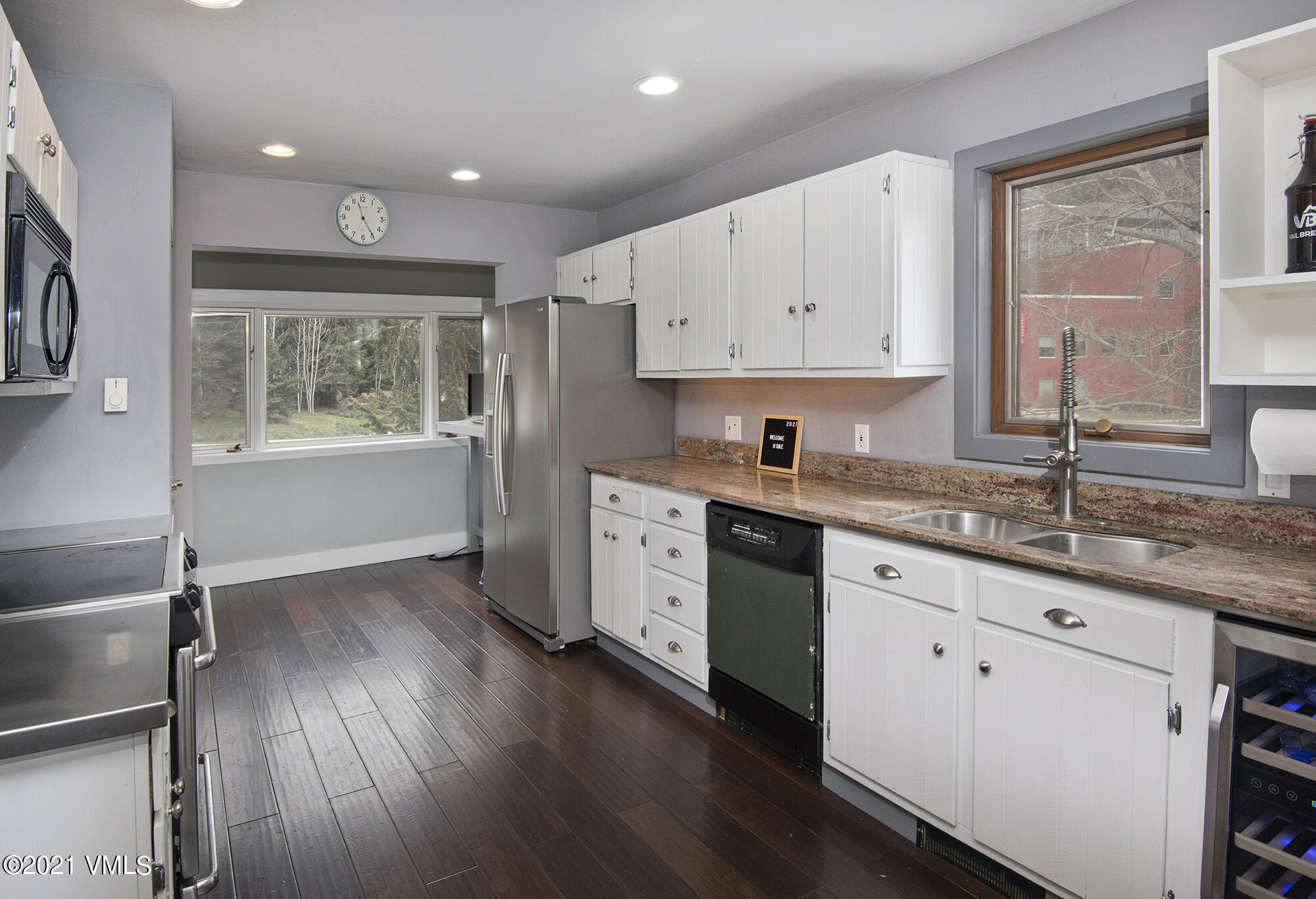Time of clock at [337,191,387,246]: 11:24
